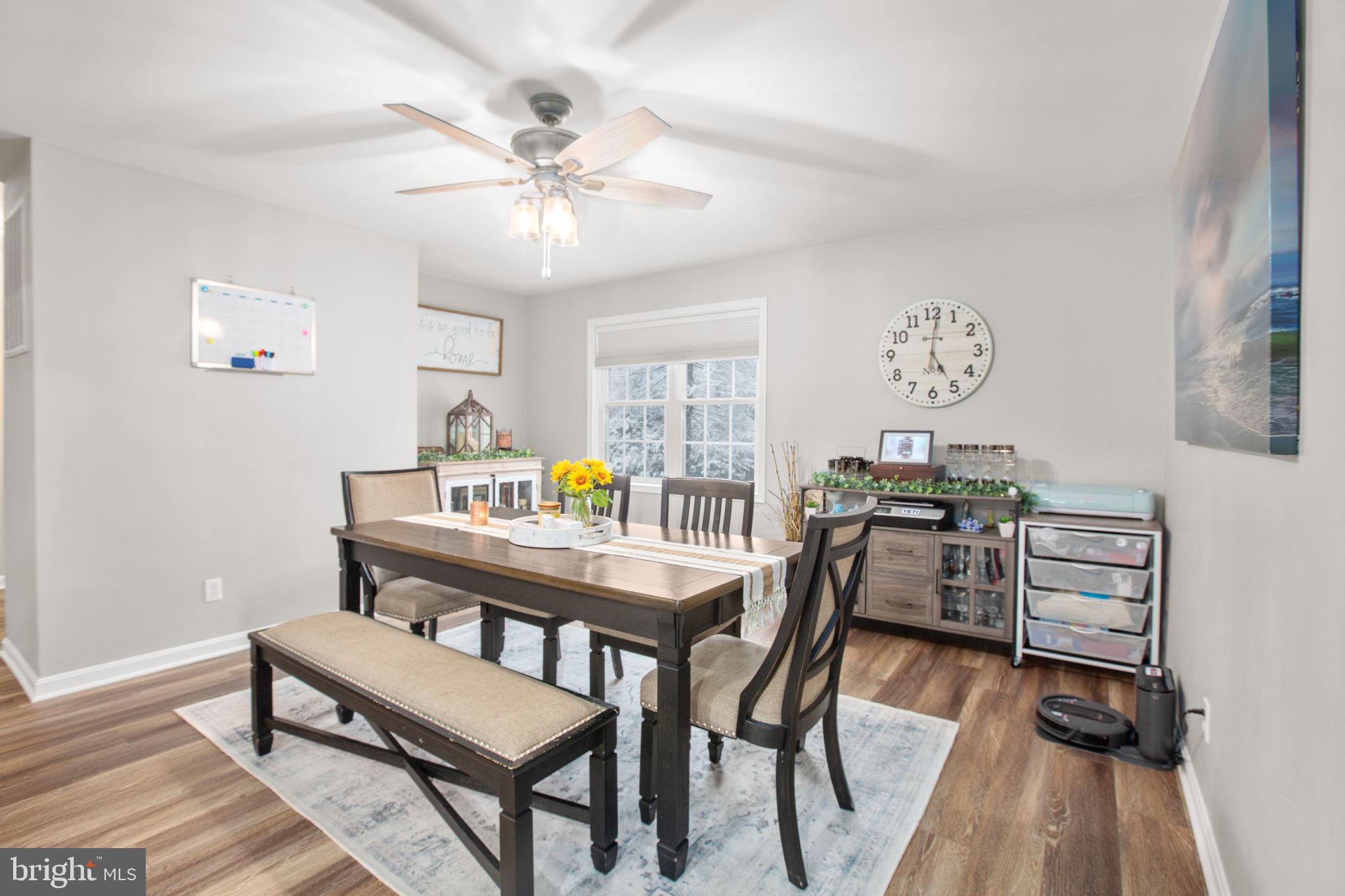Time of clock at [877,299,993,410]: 5:01
